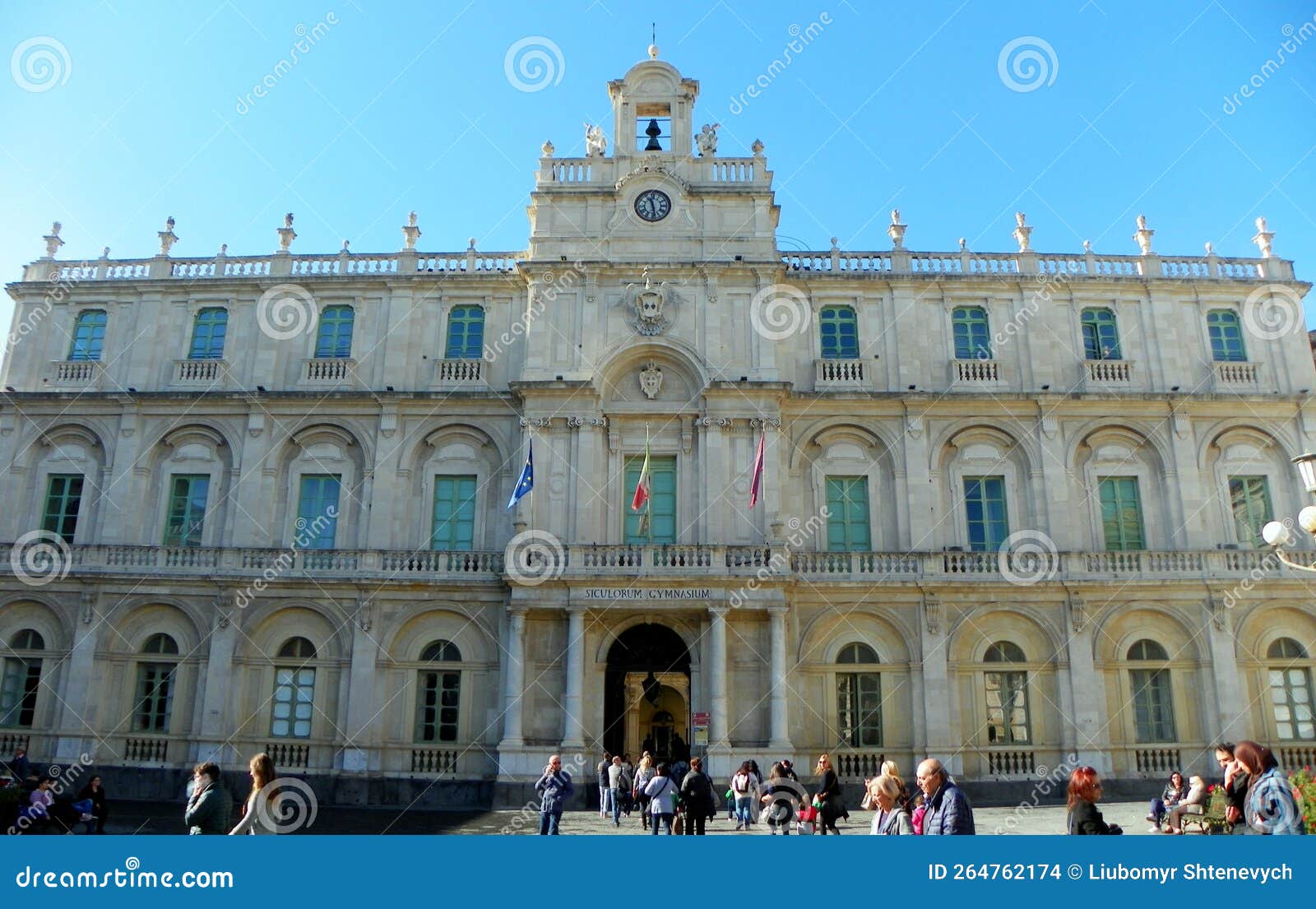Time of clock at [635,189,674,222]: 11:28
